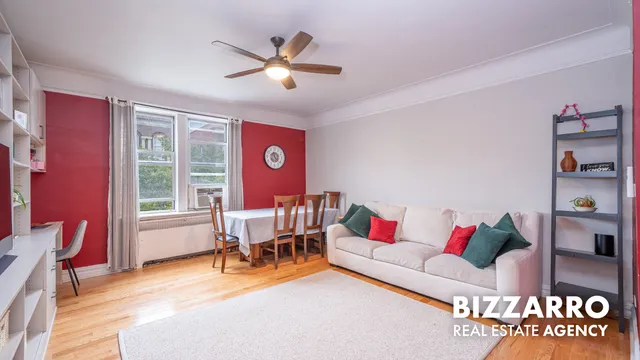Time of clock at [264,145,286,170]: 11:21
